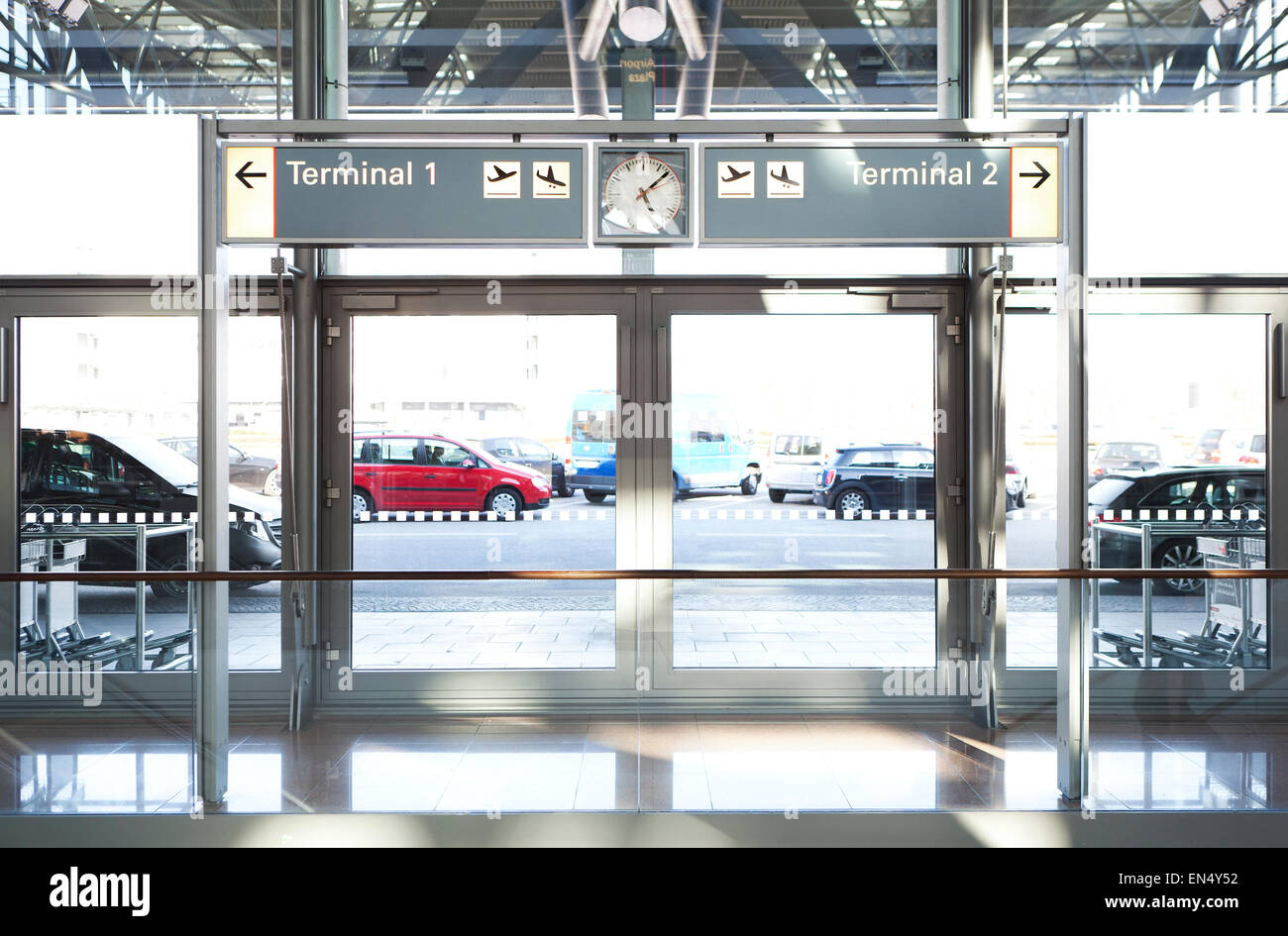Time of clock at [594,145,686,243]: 5:08
